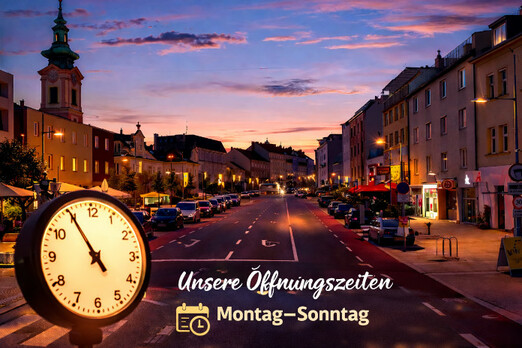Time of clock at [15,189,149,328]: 4:54
